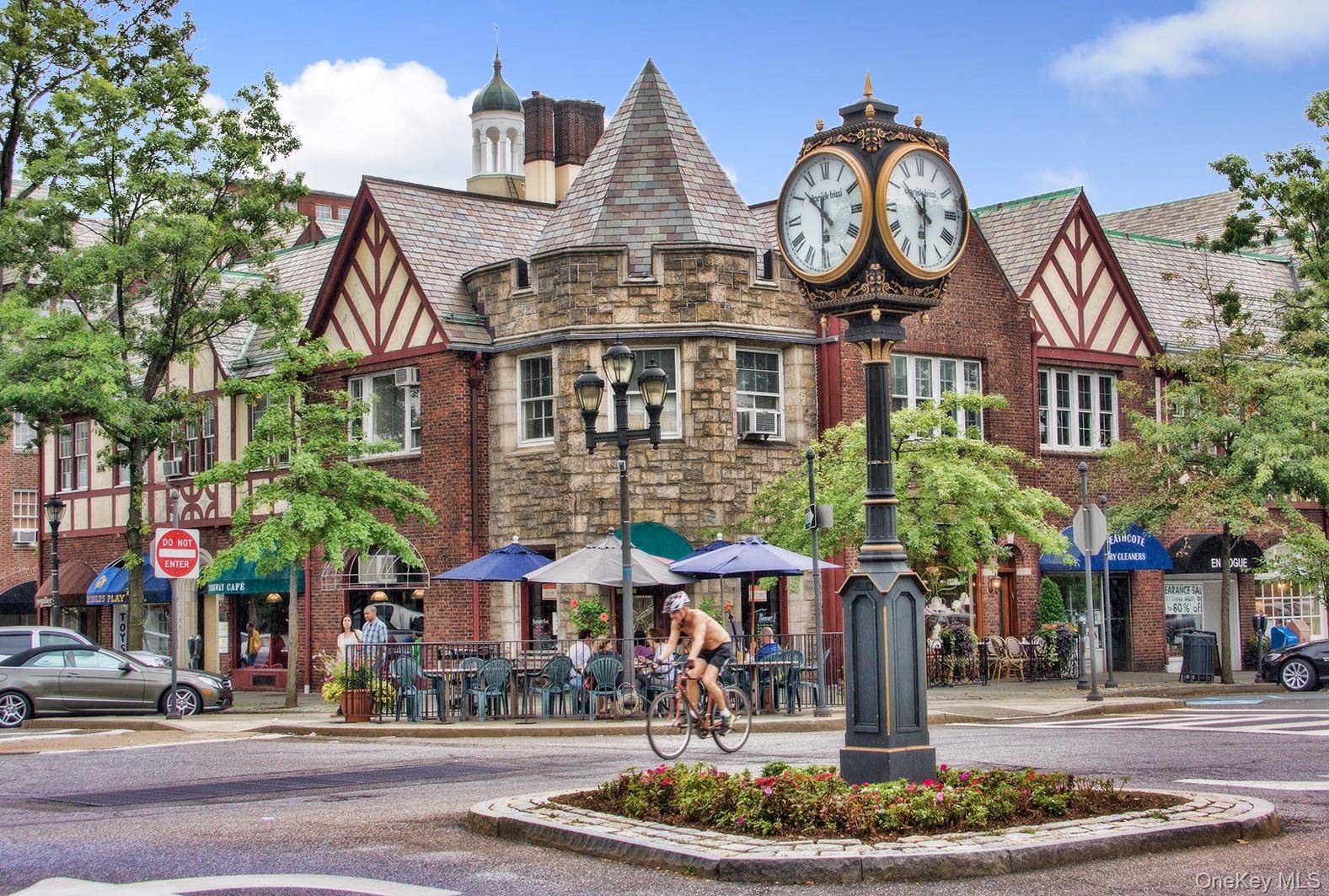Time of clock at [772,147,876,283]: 10:30
